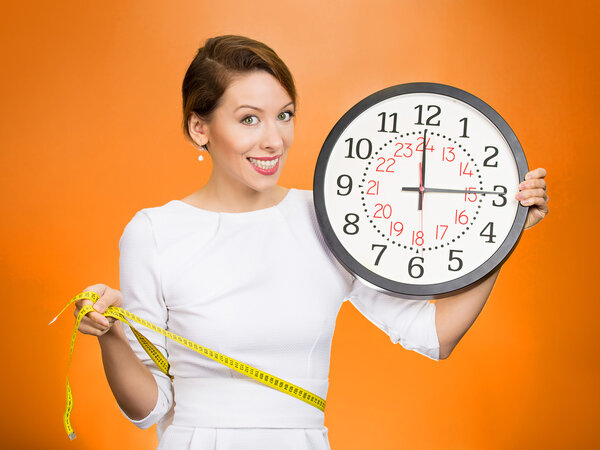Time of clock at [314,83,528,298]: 2:59
